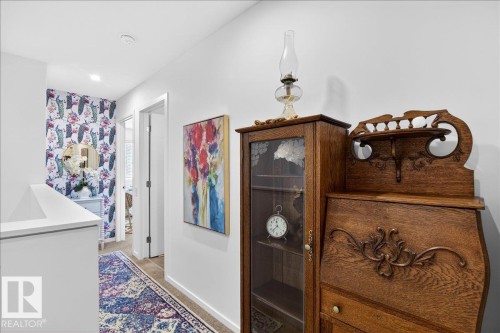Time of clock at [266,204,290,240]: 11:37
